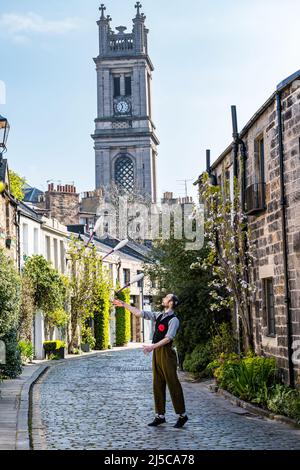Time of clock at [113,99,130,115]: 11:33
